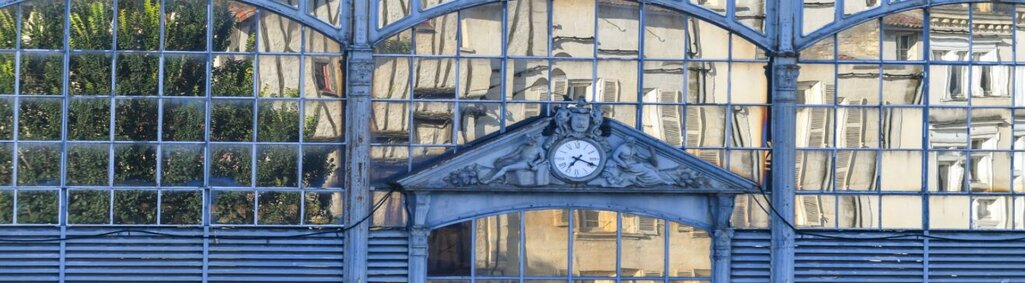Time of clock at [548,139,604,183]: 7:18
